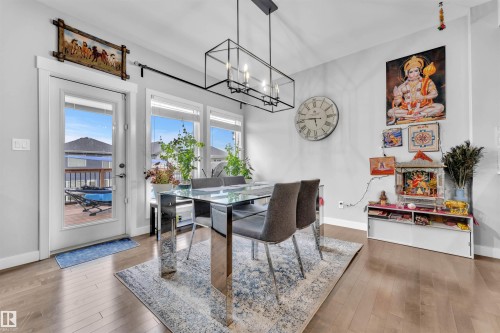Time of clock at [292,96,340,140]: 5:45
